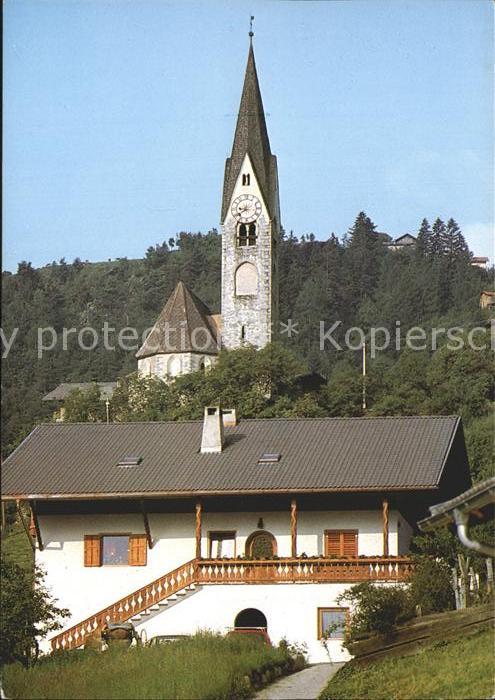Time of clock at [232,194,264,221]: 8:38
